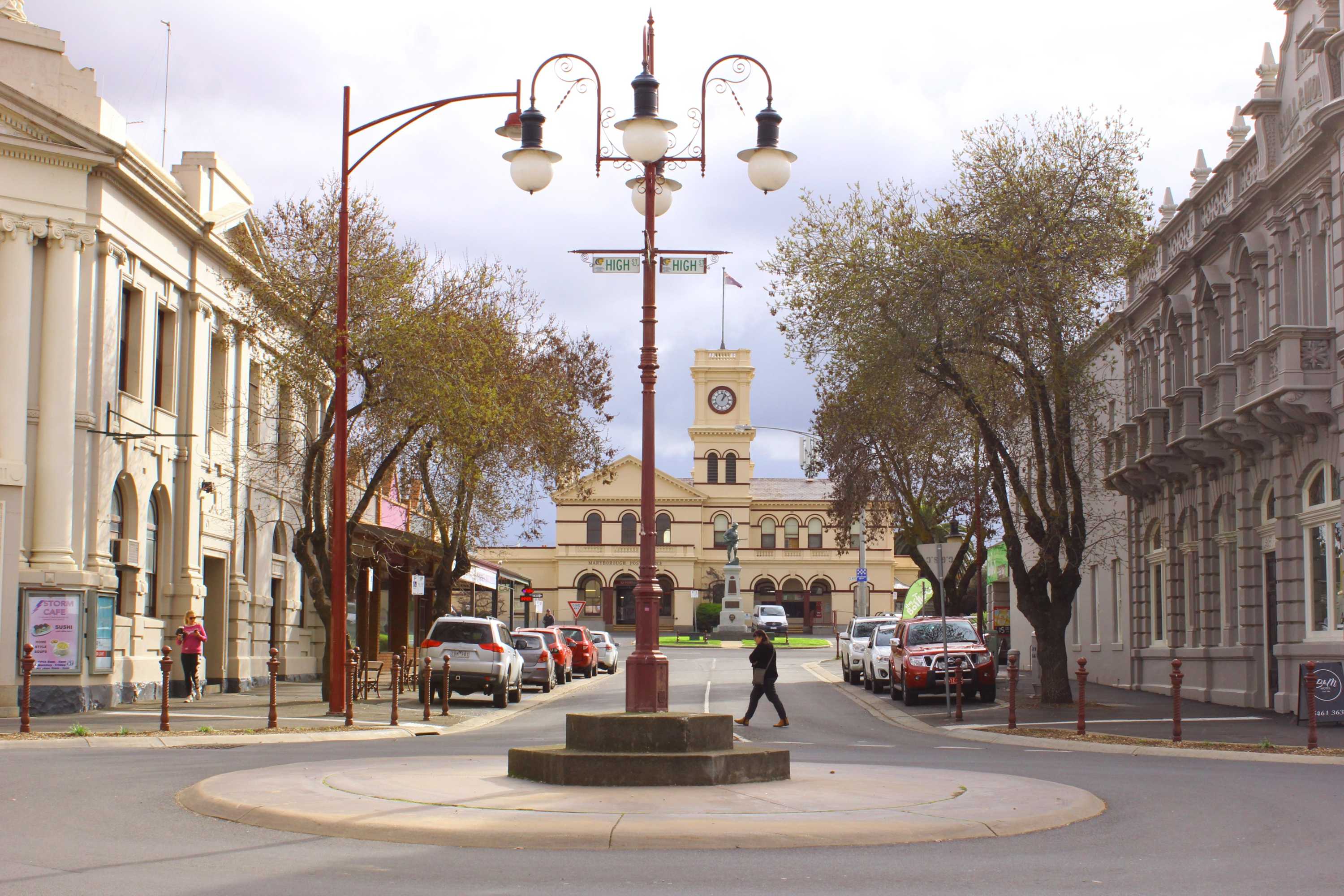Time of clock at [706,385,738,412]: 1:02
